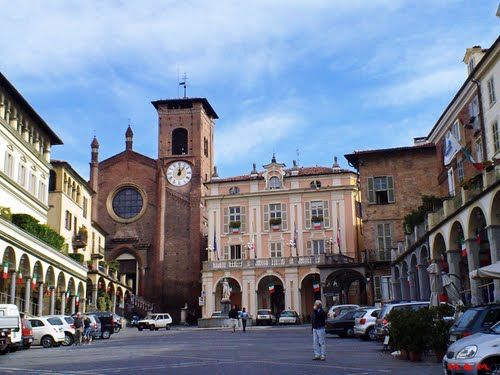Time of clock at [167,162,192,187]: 12:06
